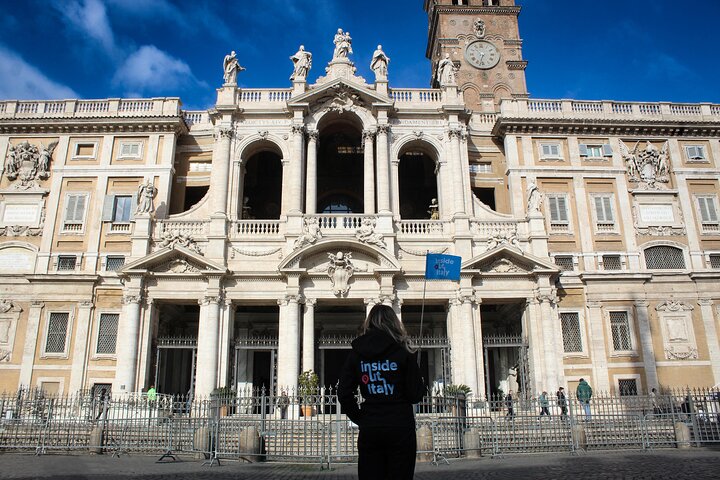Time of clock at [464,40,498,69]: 6:32
